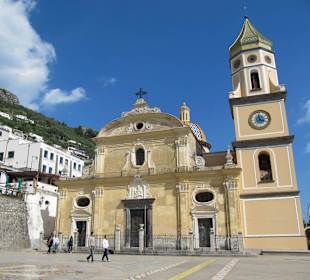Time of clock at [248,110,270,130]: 3:58
